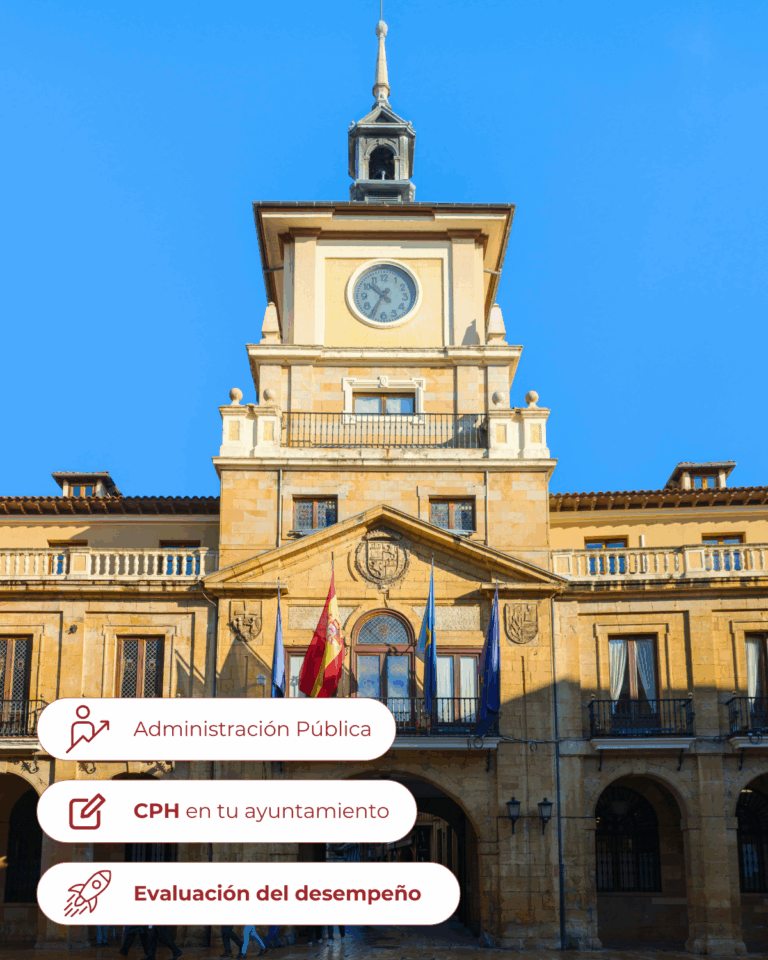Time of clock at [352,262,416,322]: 10:34
